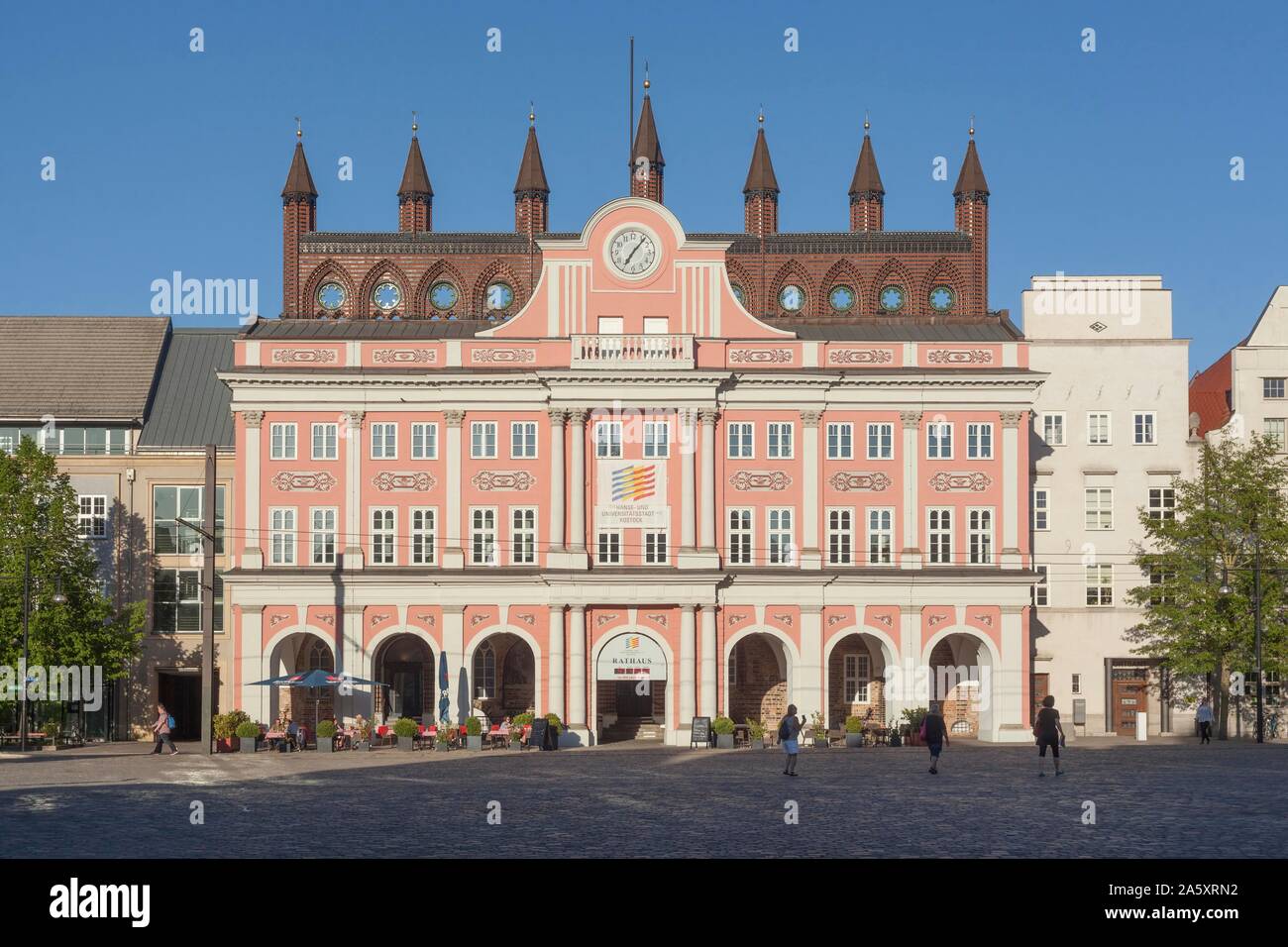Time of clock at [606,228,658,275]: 7:06
